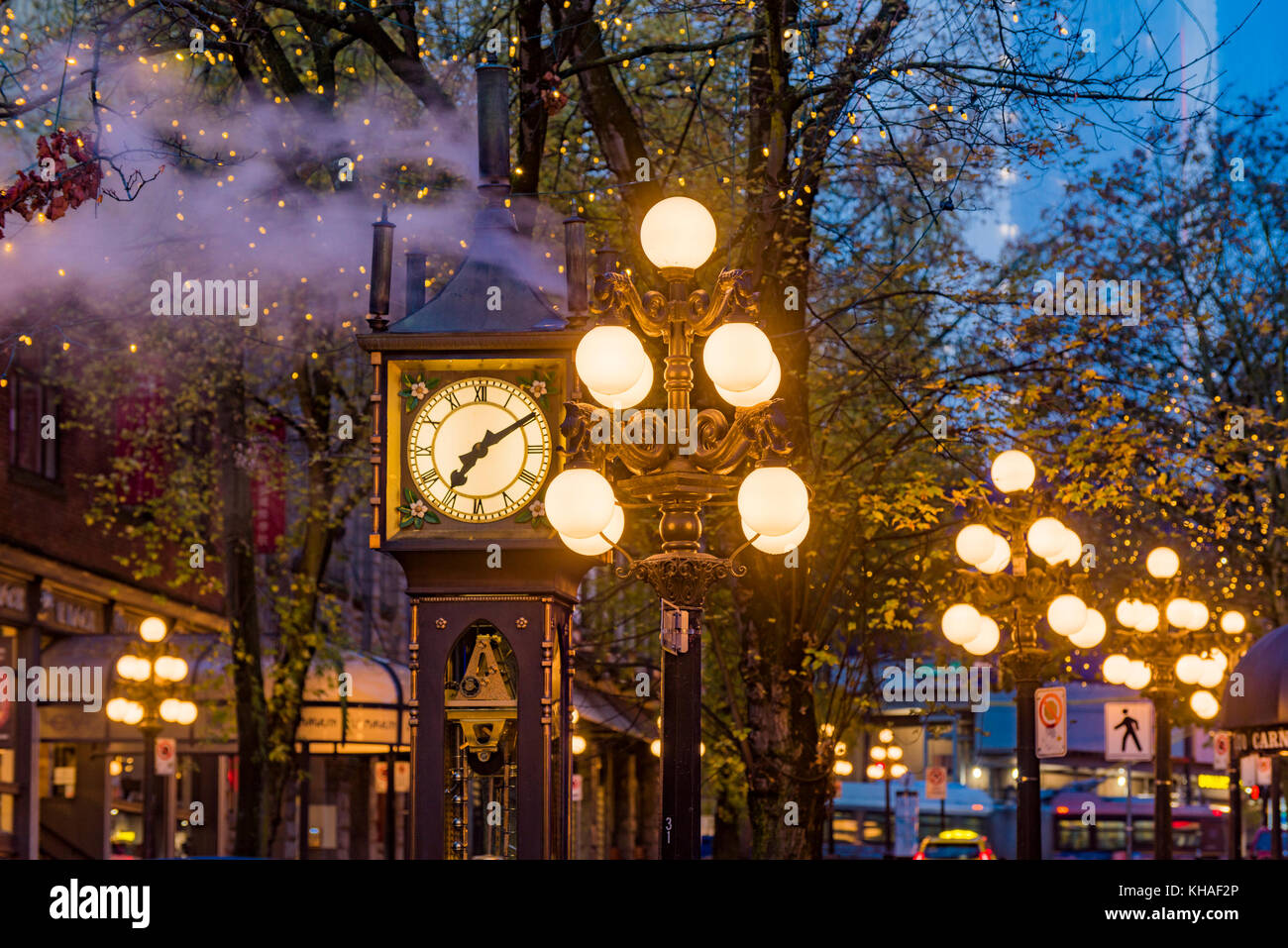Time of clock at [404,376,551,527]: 7:09
